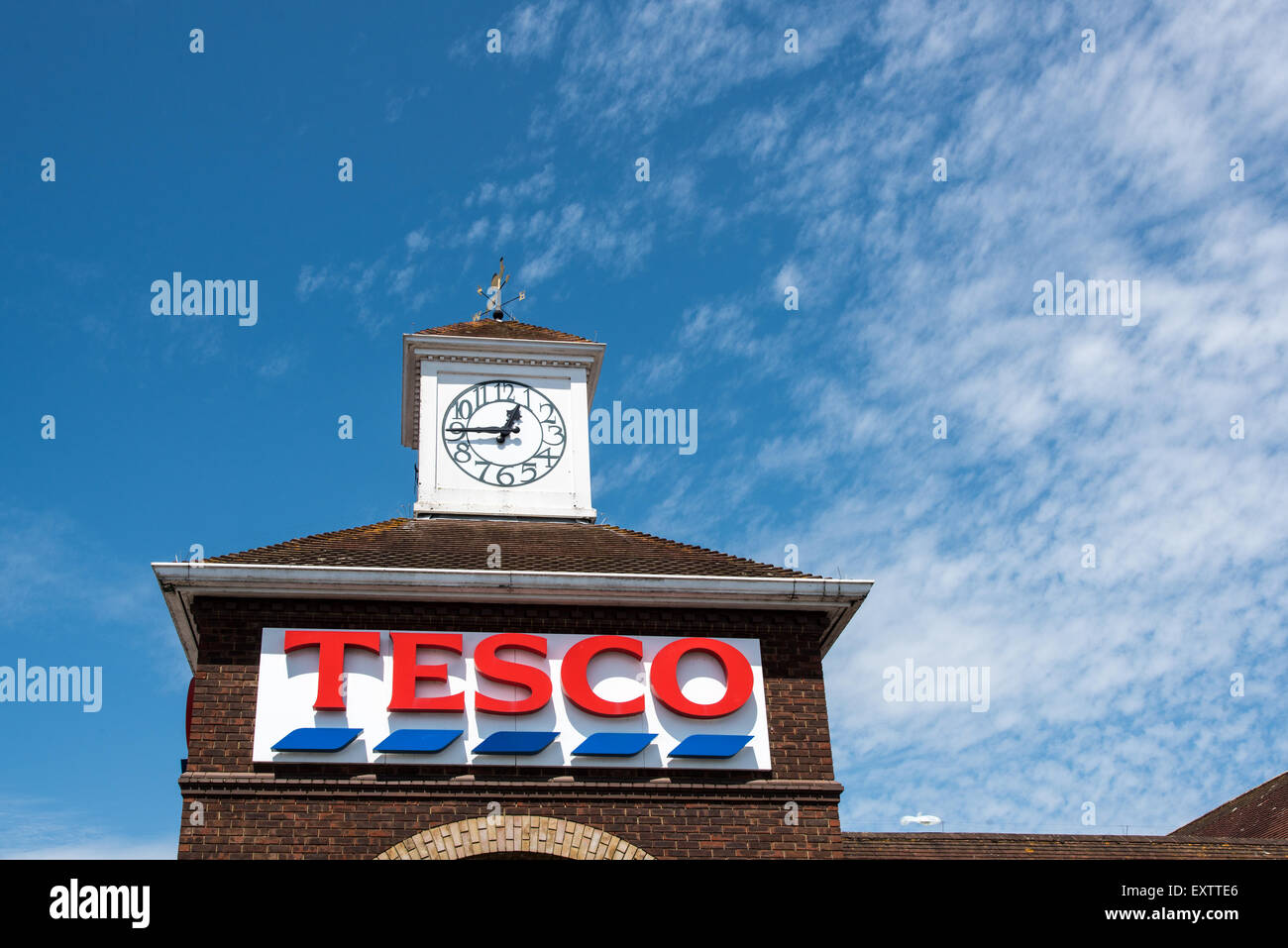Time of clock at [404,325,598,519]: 12:45
